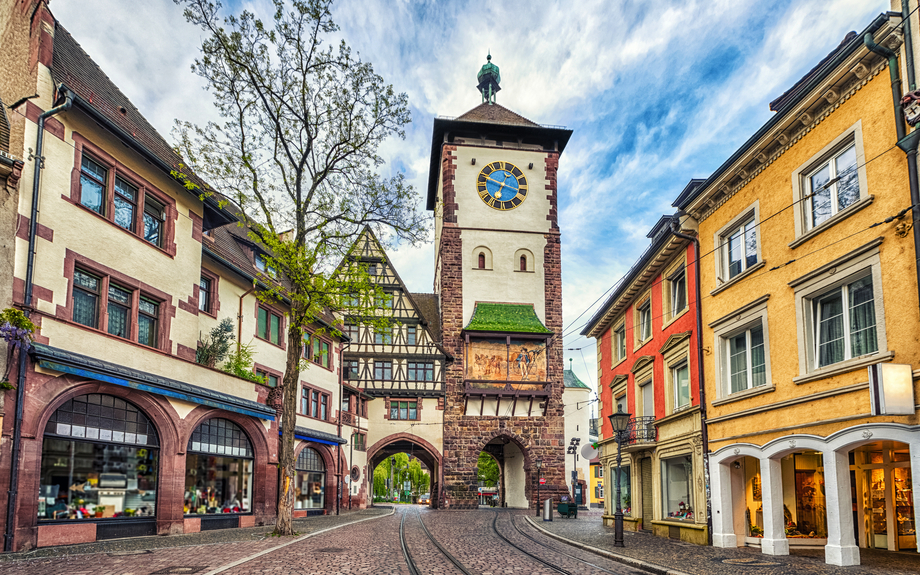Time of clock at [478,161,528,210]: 6:48
